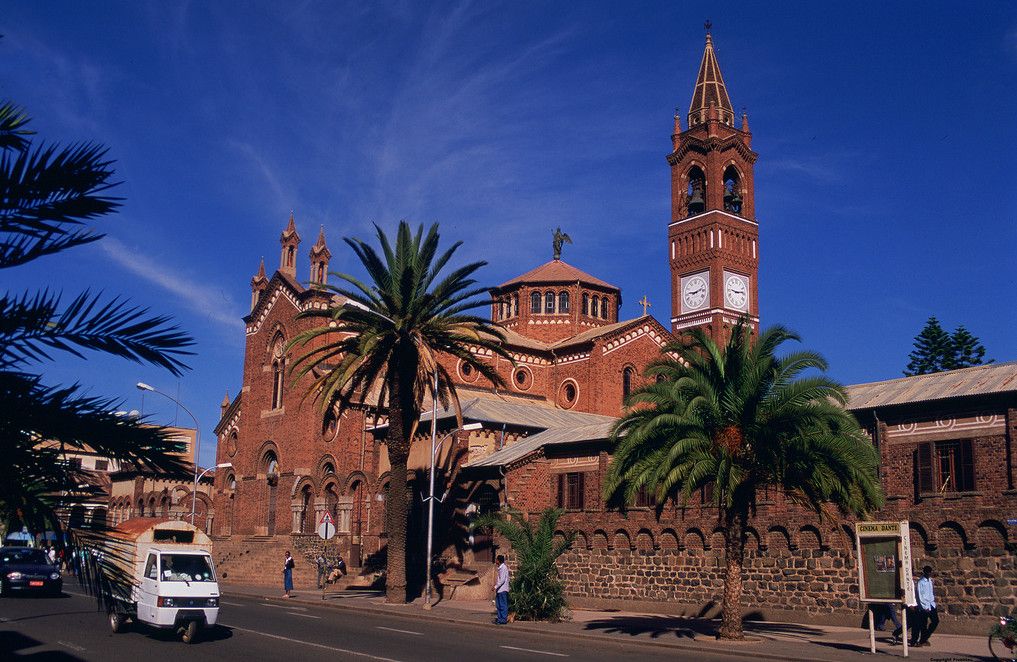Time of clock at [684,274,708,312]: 9:12
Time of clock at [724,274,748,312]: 9:13
